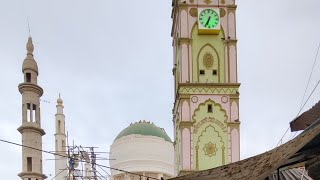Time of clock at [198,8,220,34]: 6:34
